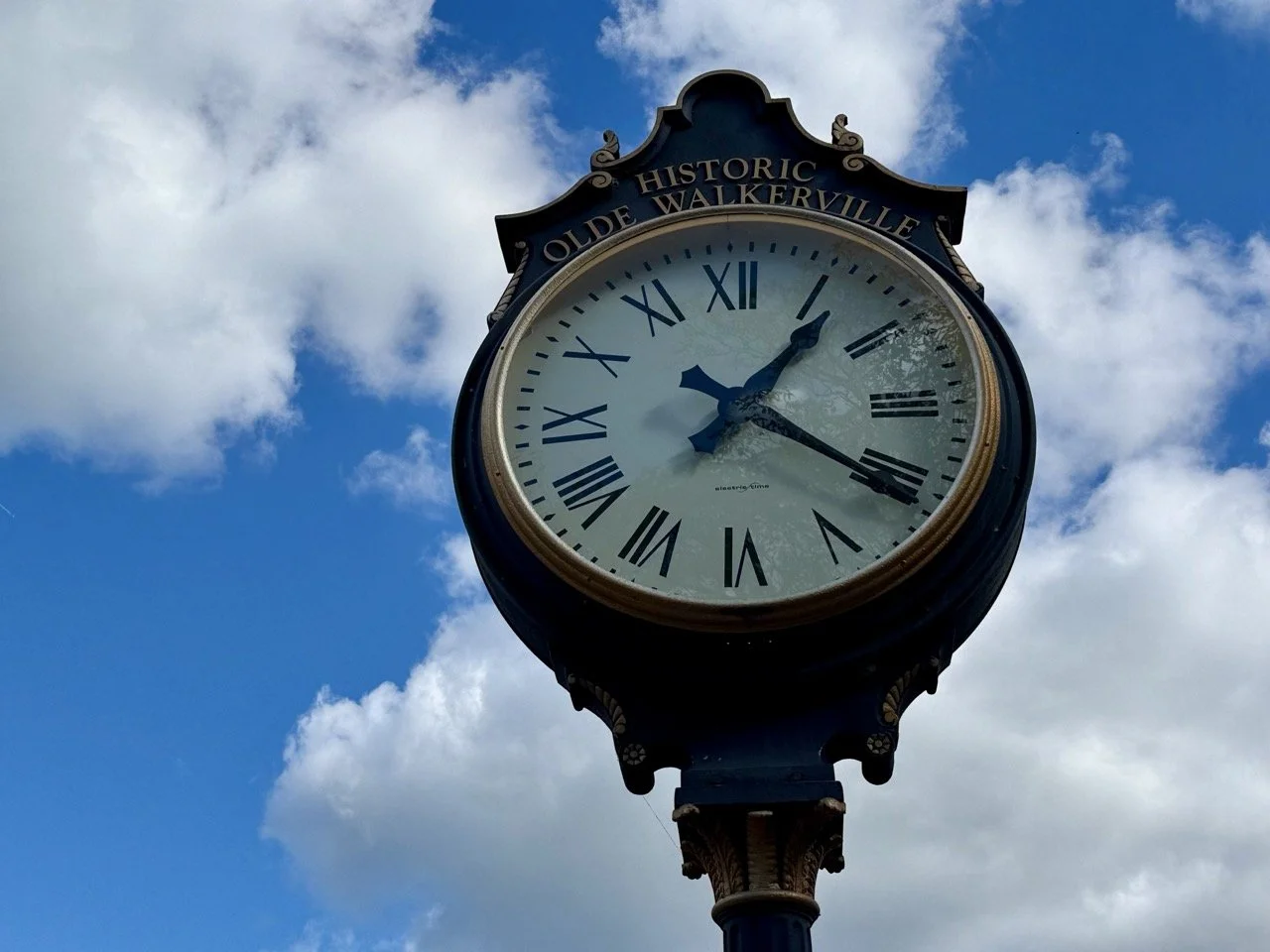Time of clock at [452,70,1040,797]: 1:20
